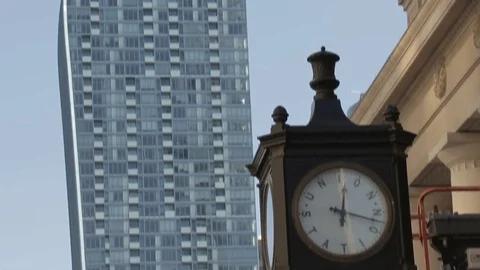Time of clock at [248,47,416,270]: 12:18
